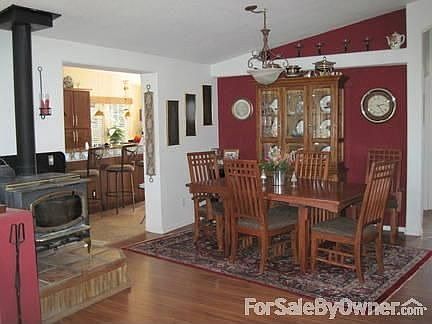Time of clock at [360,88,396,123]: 2:24
